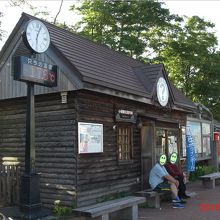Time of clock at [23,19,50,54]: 6:03
